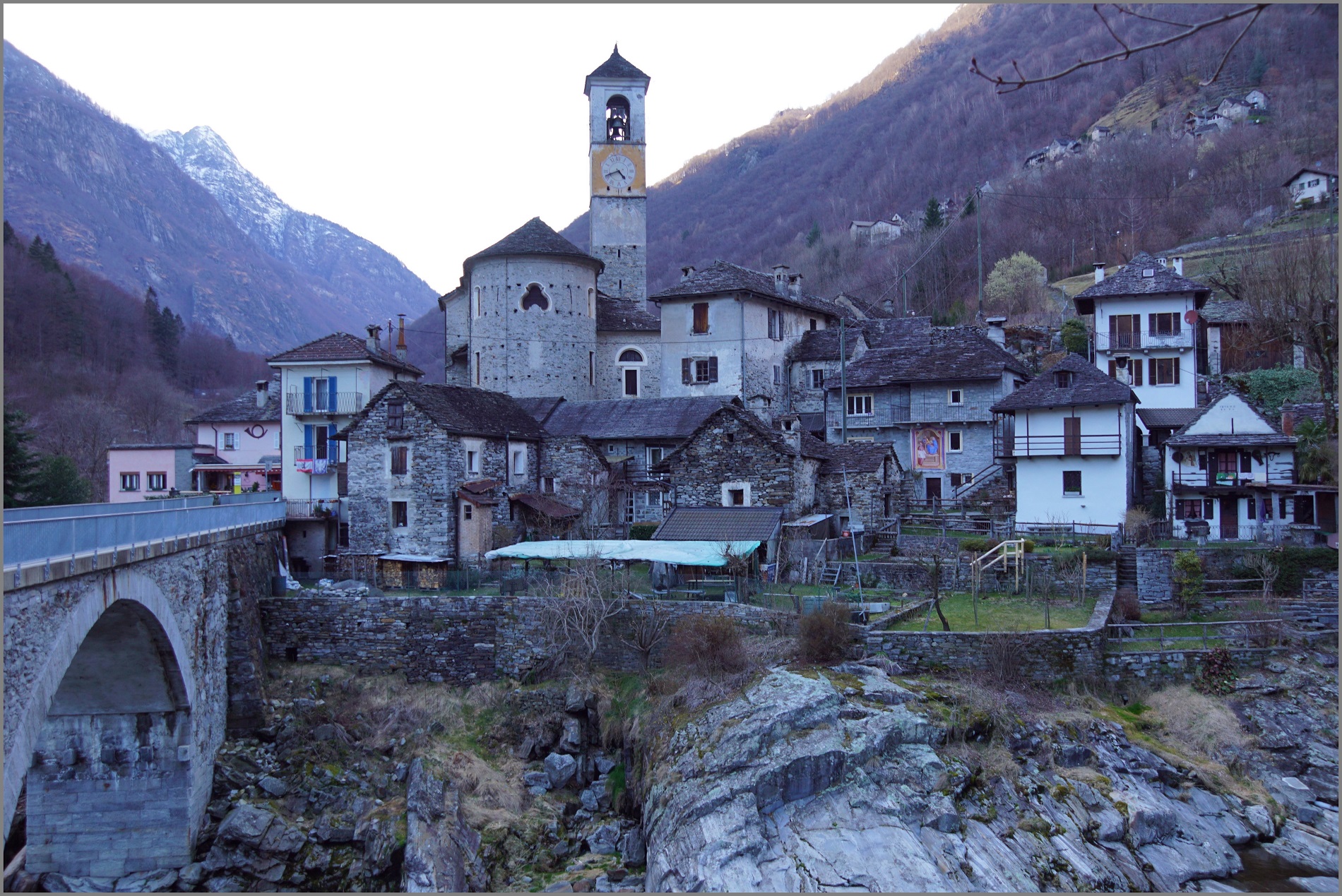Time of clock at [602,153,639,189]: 4:41
